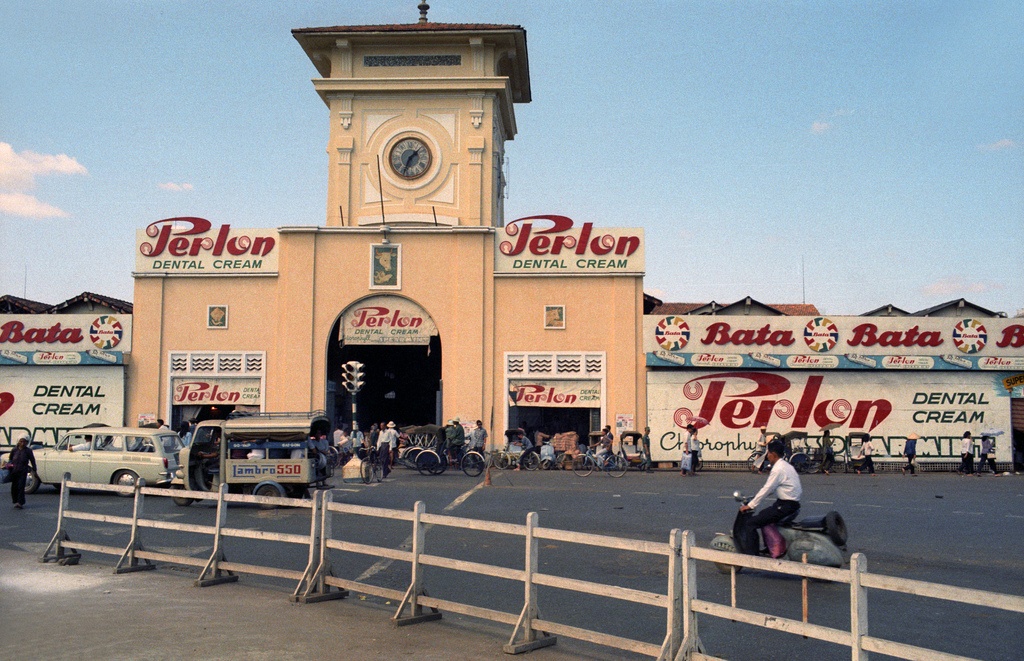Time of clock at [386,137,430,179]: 1:34
